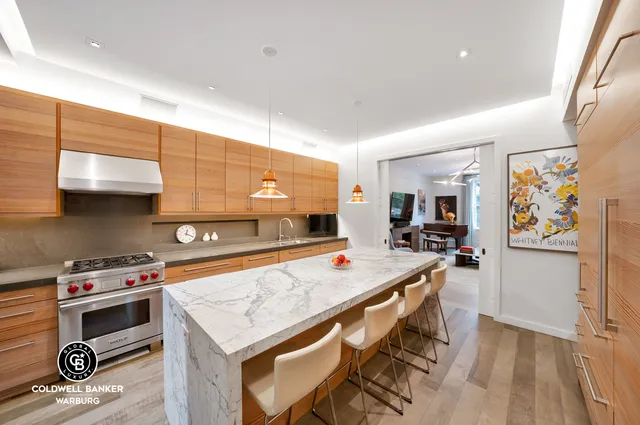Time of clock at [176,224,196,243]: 12:19
